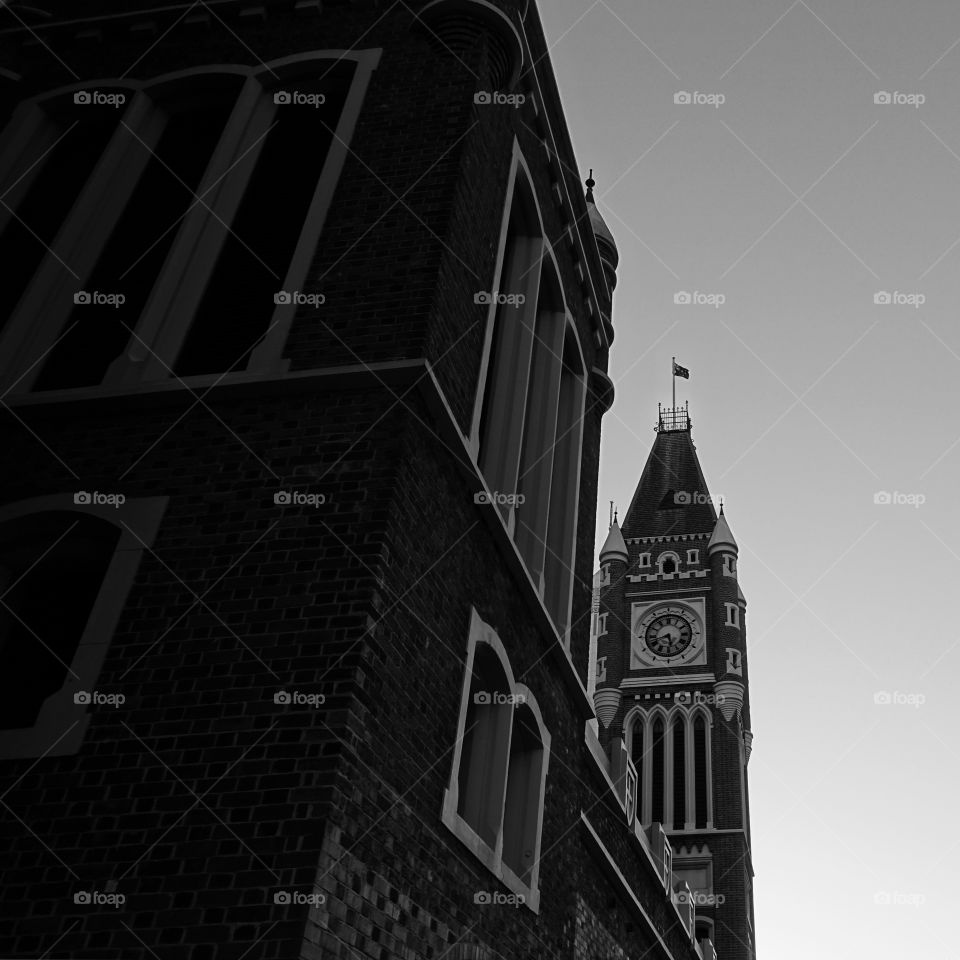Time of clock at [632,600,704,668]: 5:42
